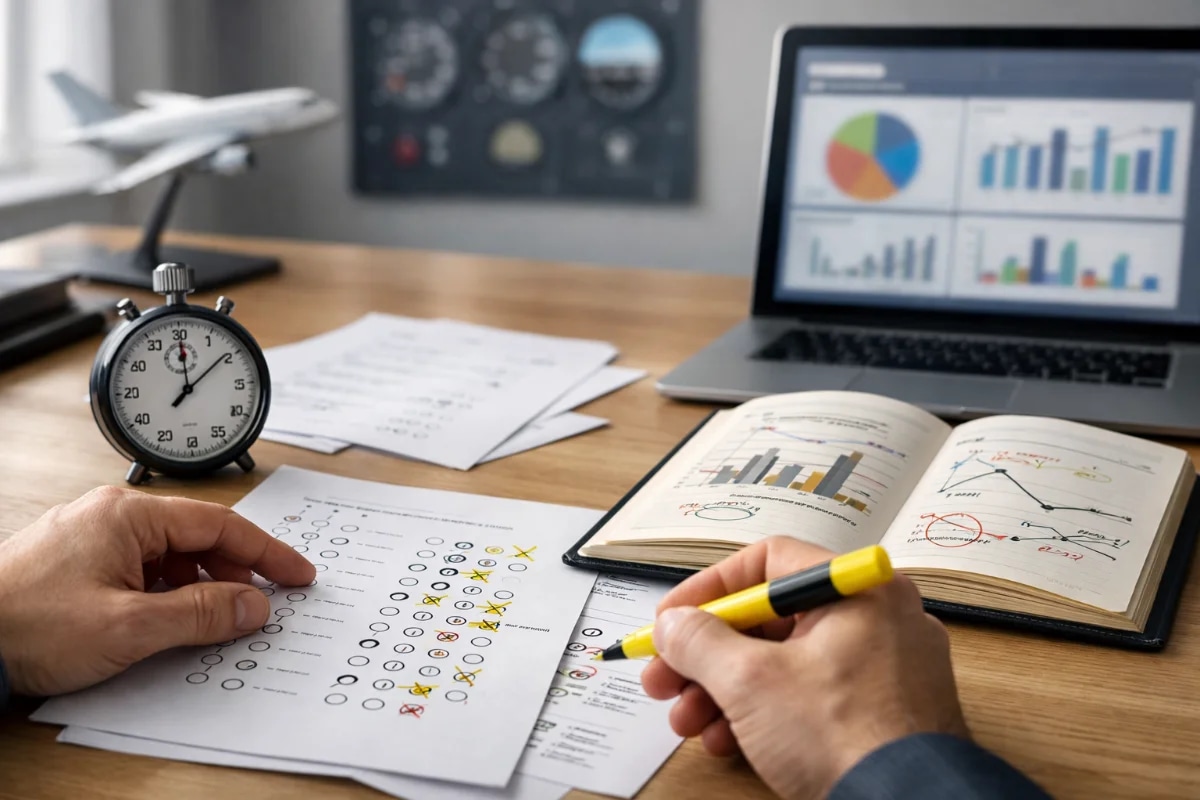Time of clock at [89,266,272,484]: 12:08
